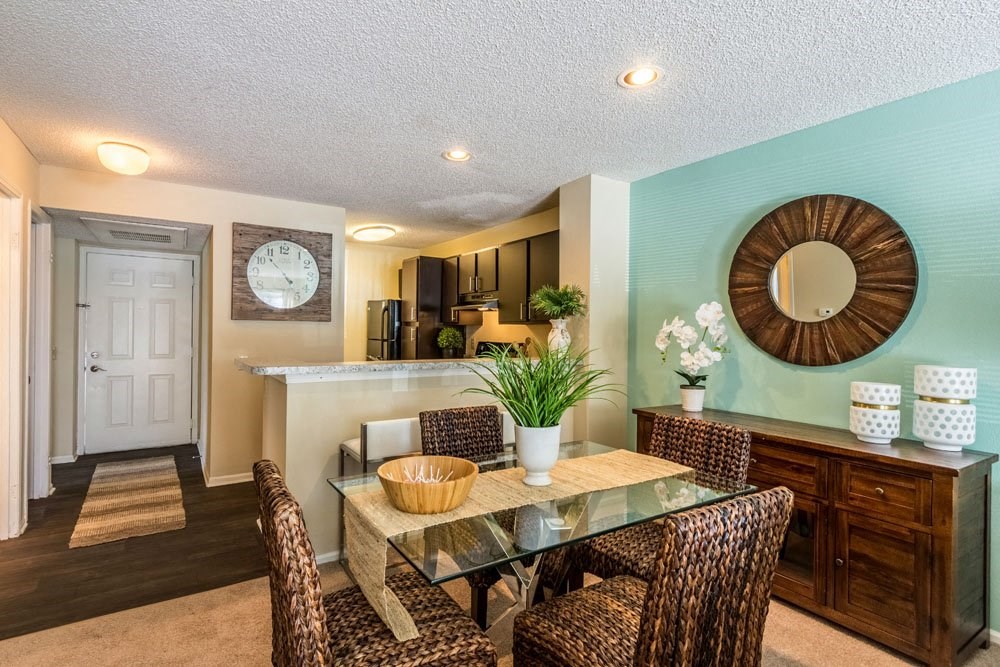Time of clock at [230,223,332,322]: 4:44
